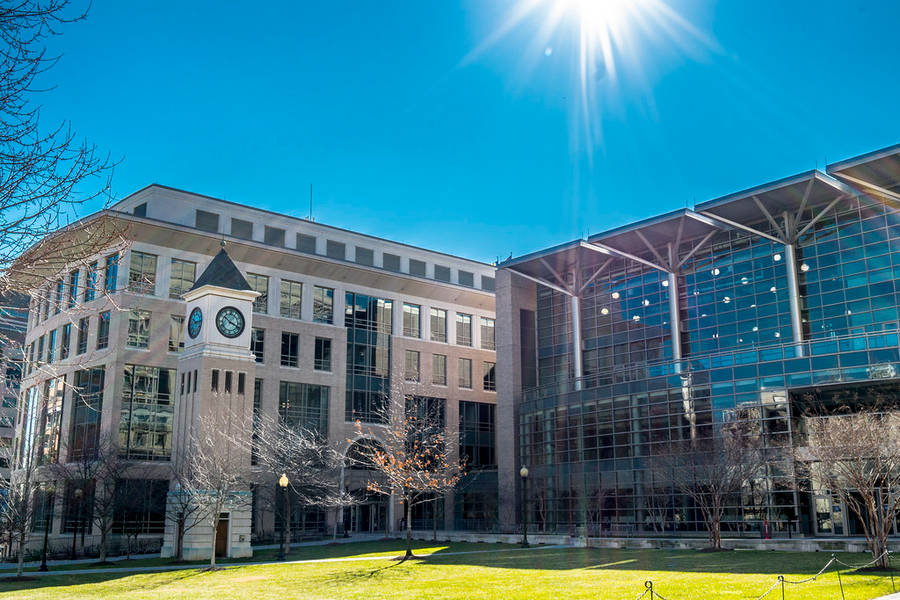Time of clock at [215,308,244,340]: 10:18
